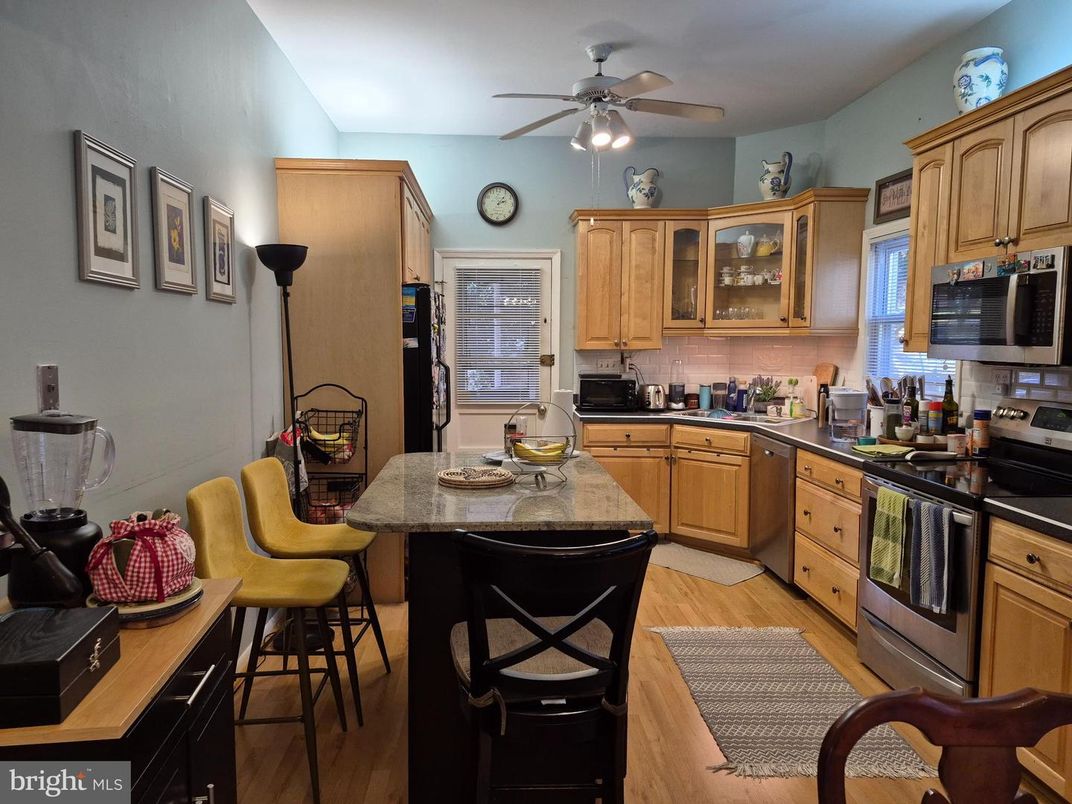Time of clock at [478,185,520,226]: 2:06
